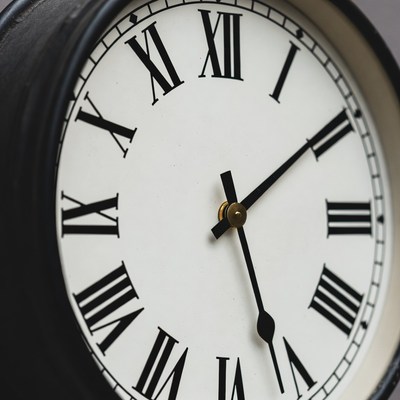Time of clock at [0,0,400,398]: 5:09
